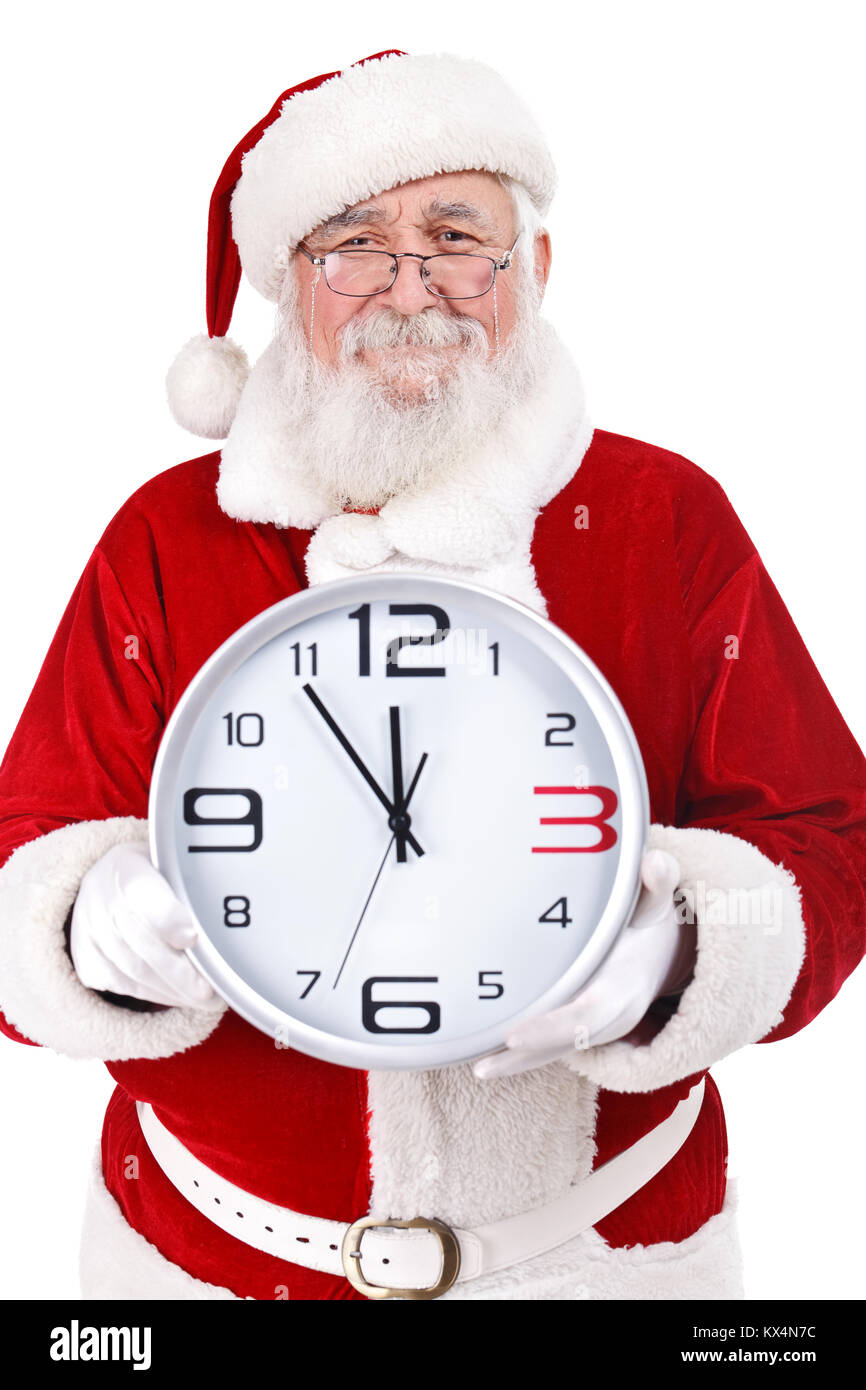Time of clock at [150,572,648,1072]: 11:53
